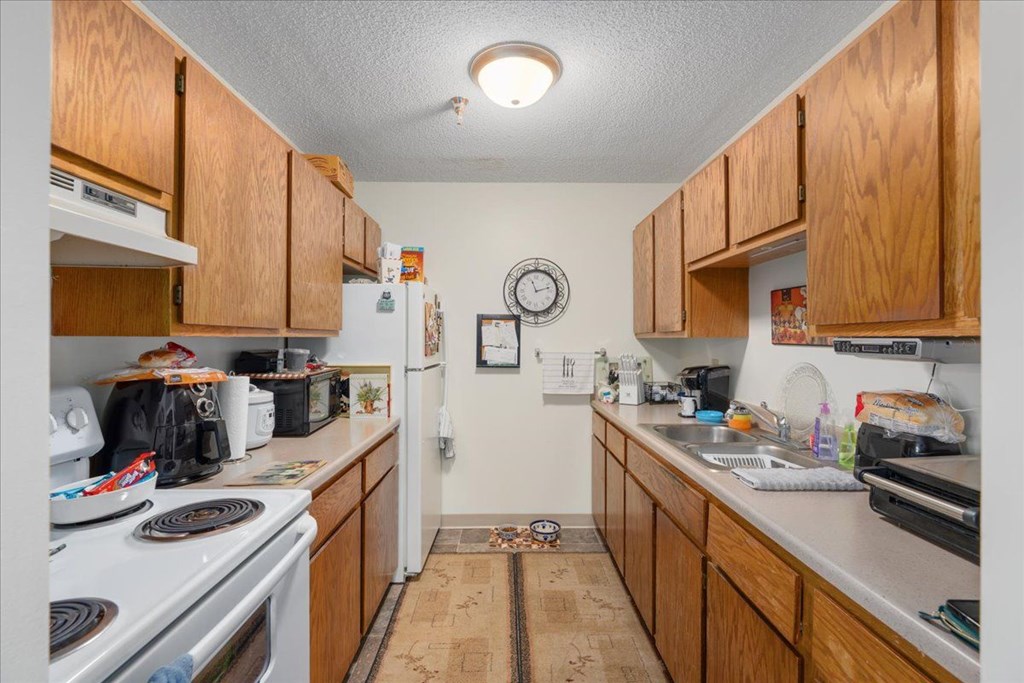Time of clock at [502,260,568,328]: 11:12
